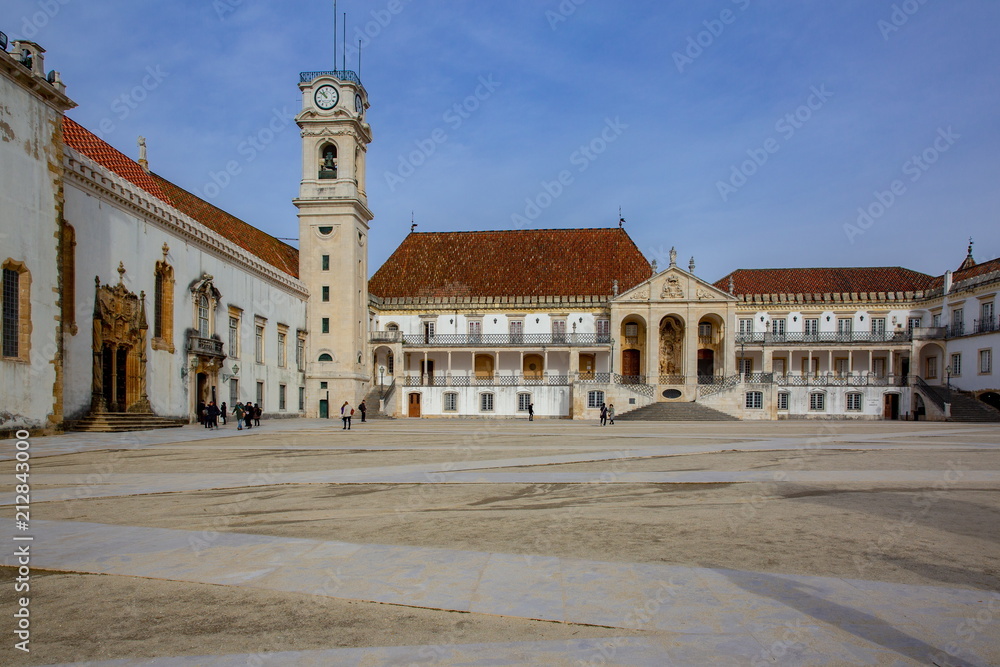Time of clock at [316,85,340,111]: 10:51
